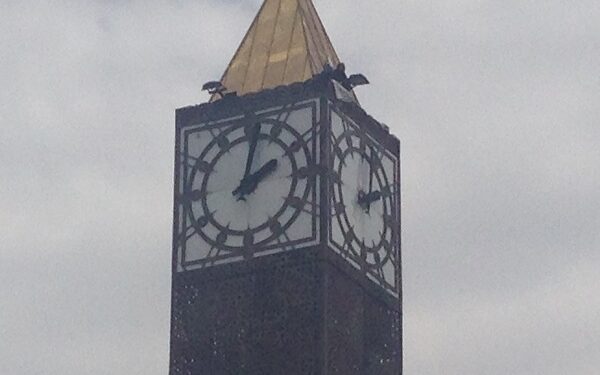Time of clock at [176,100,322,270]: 2:01
